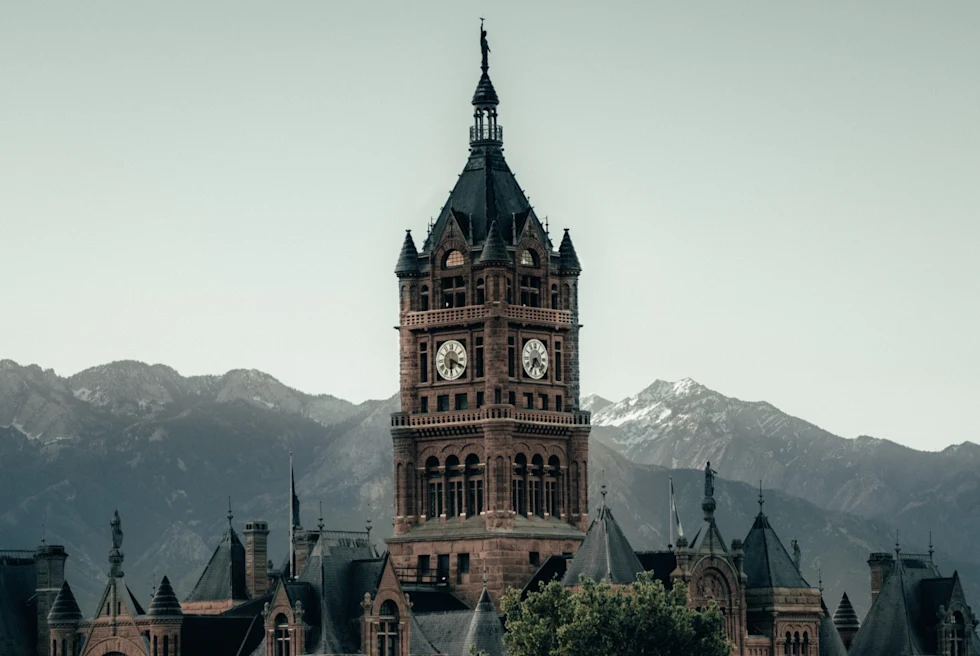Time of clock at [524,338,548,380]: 4:35
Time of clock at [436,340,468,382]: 6:19
